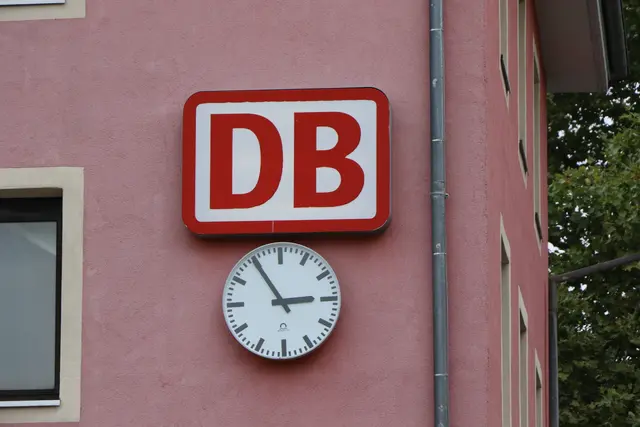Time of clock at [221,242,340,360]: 2:54
